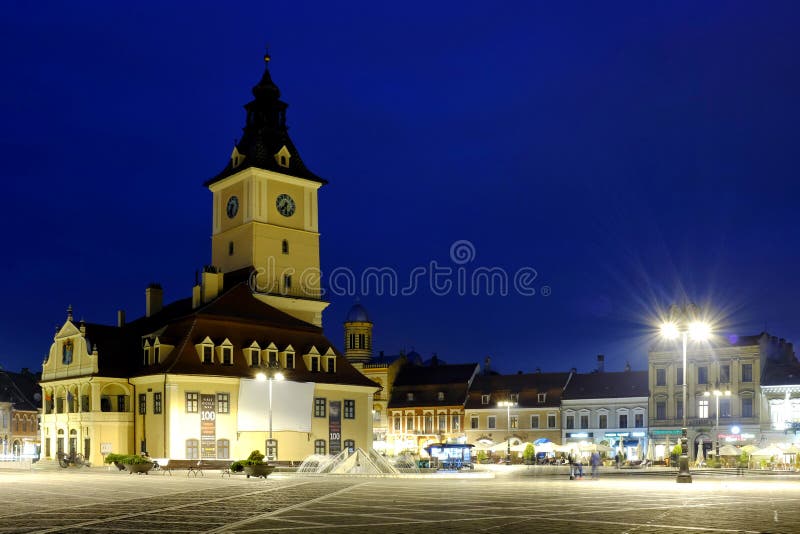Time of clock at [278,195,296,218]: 7:30
